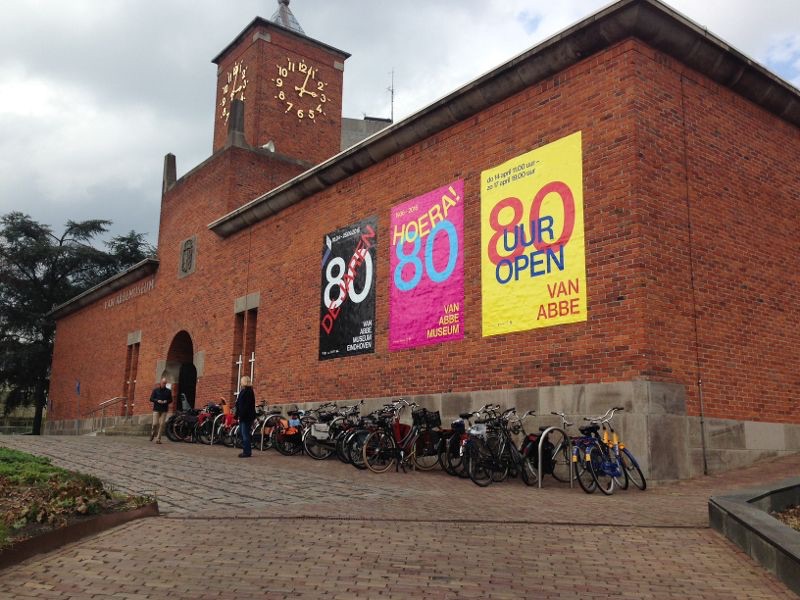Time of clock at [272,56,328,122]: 3:03
